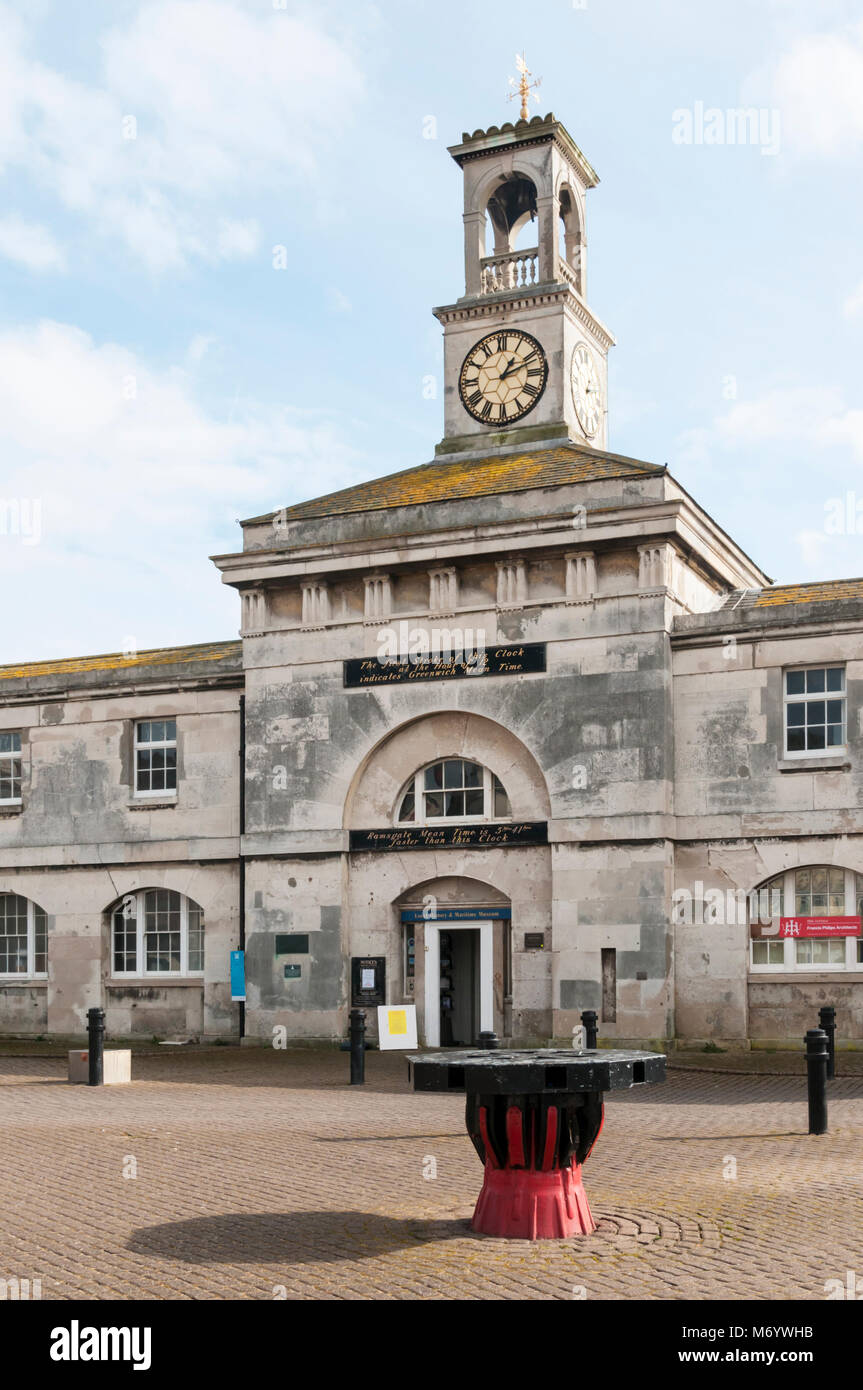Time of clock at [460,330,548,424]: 1:11
